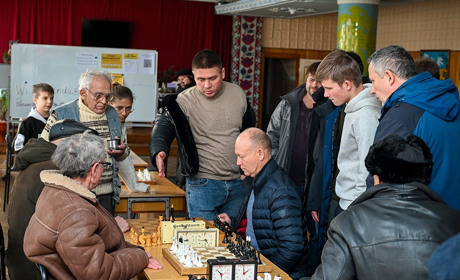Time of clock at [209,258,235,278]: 5:51
